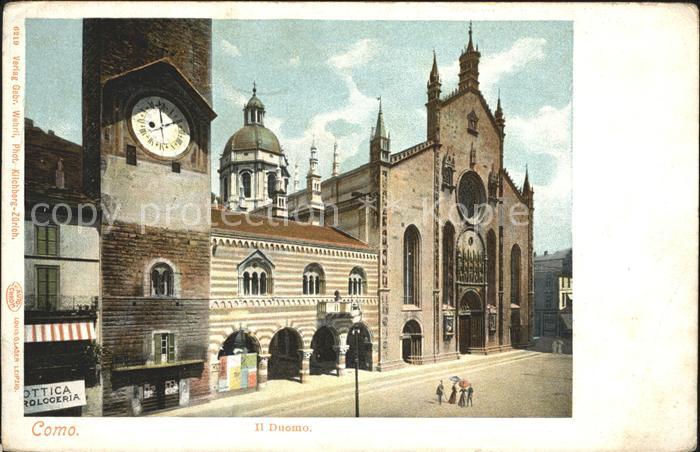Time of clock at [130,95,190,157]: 1:59
